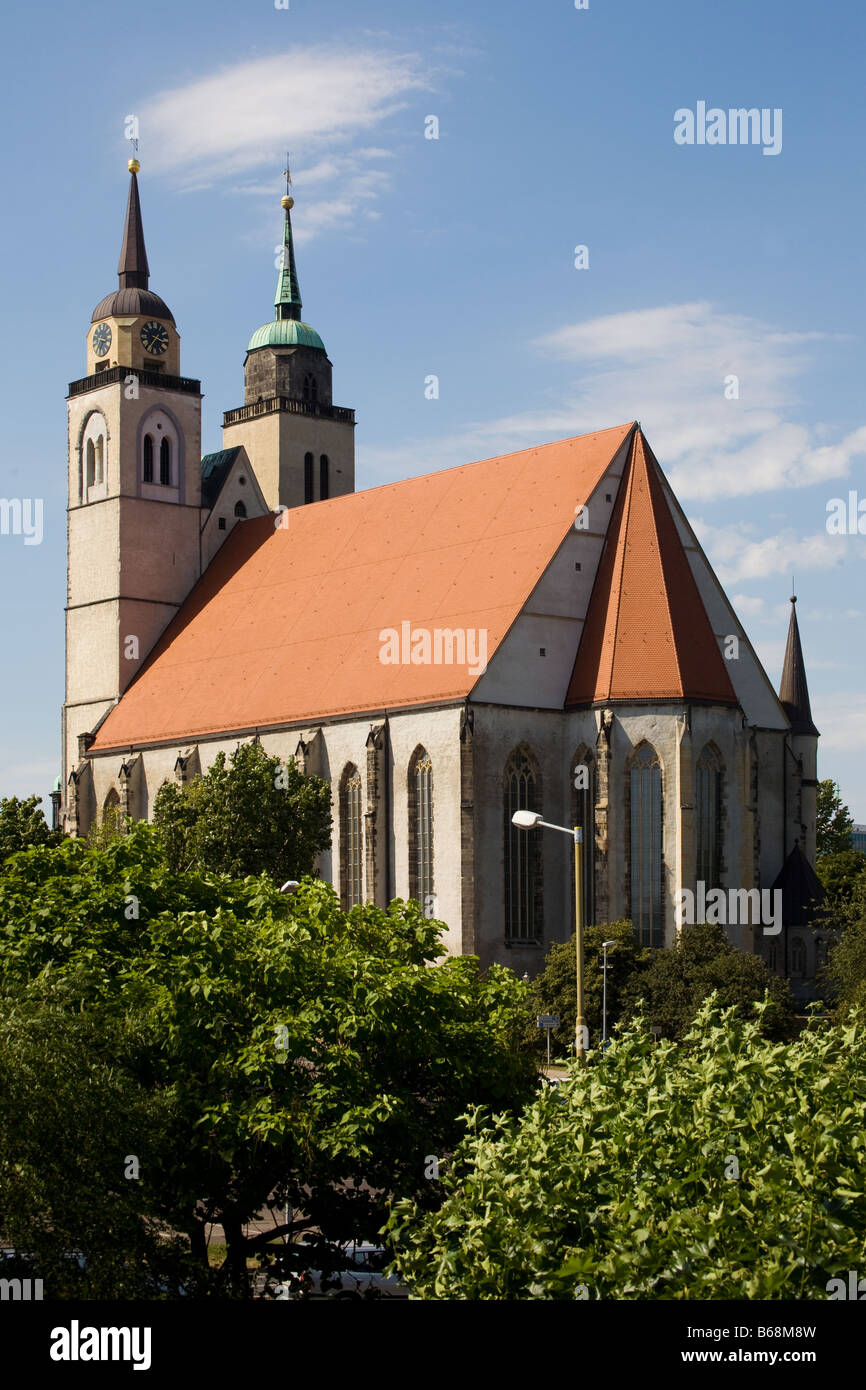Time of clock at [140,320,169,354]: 3:35
